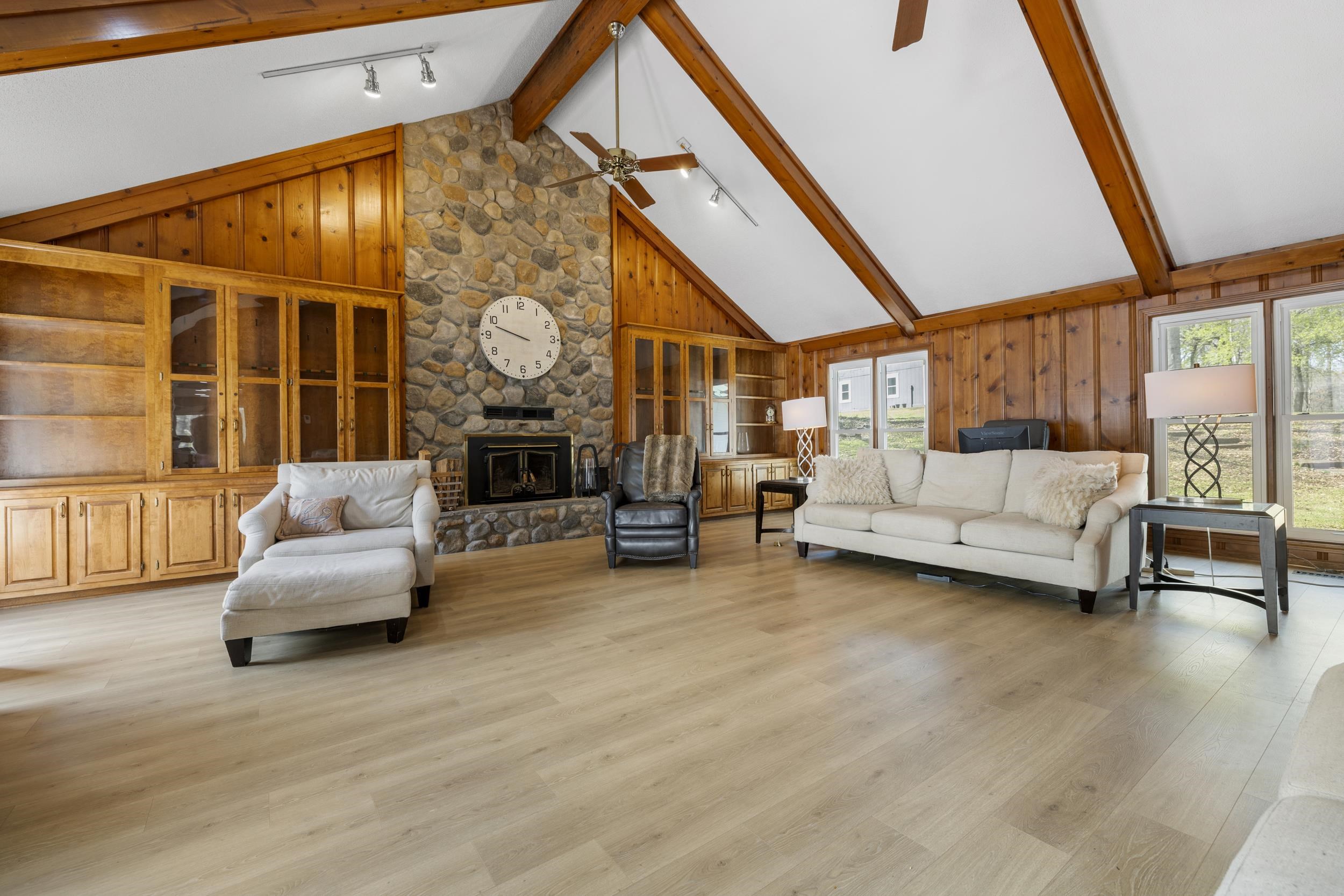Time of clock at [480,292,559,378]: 9:48
